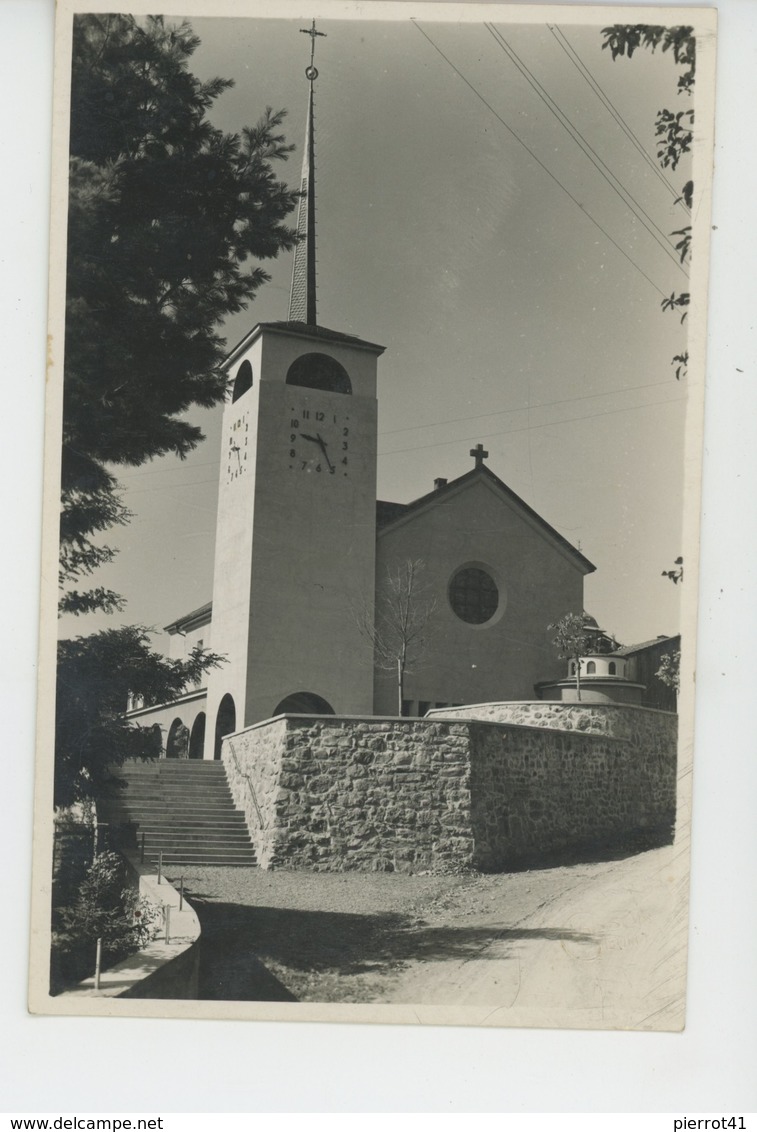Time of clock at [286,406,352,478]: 9:25
